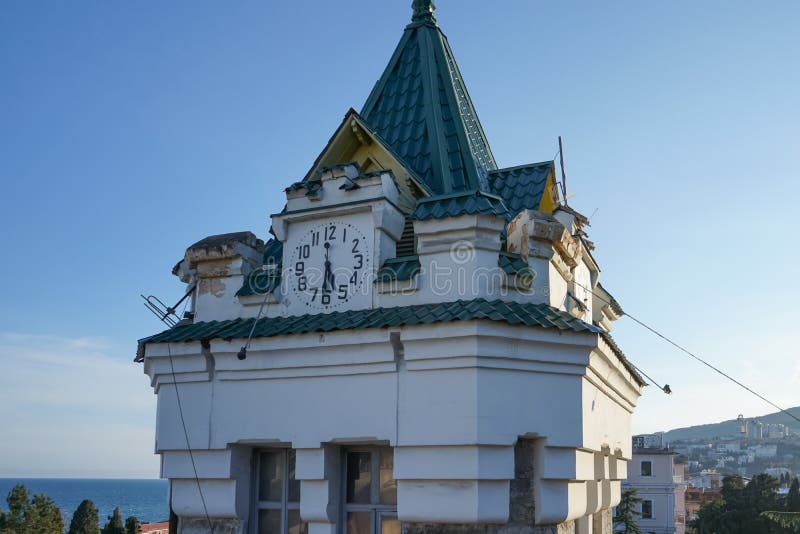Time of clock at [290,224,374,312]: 5:31
